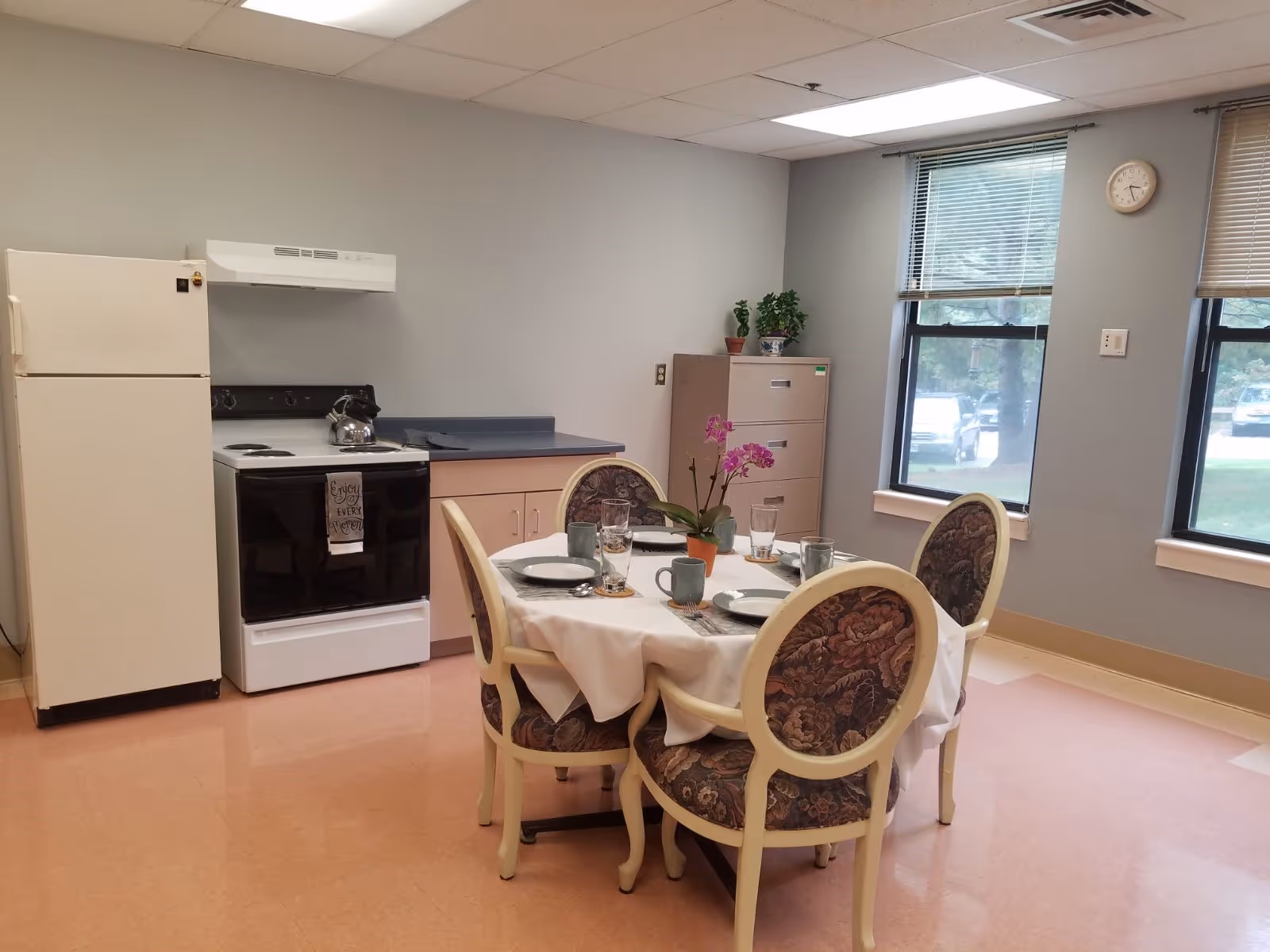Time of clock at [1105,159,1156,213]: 3:26
